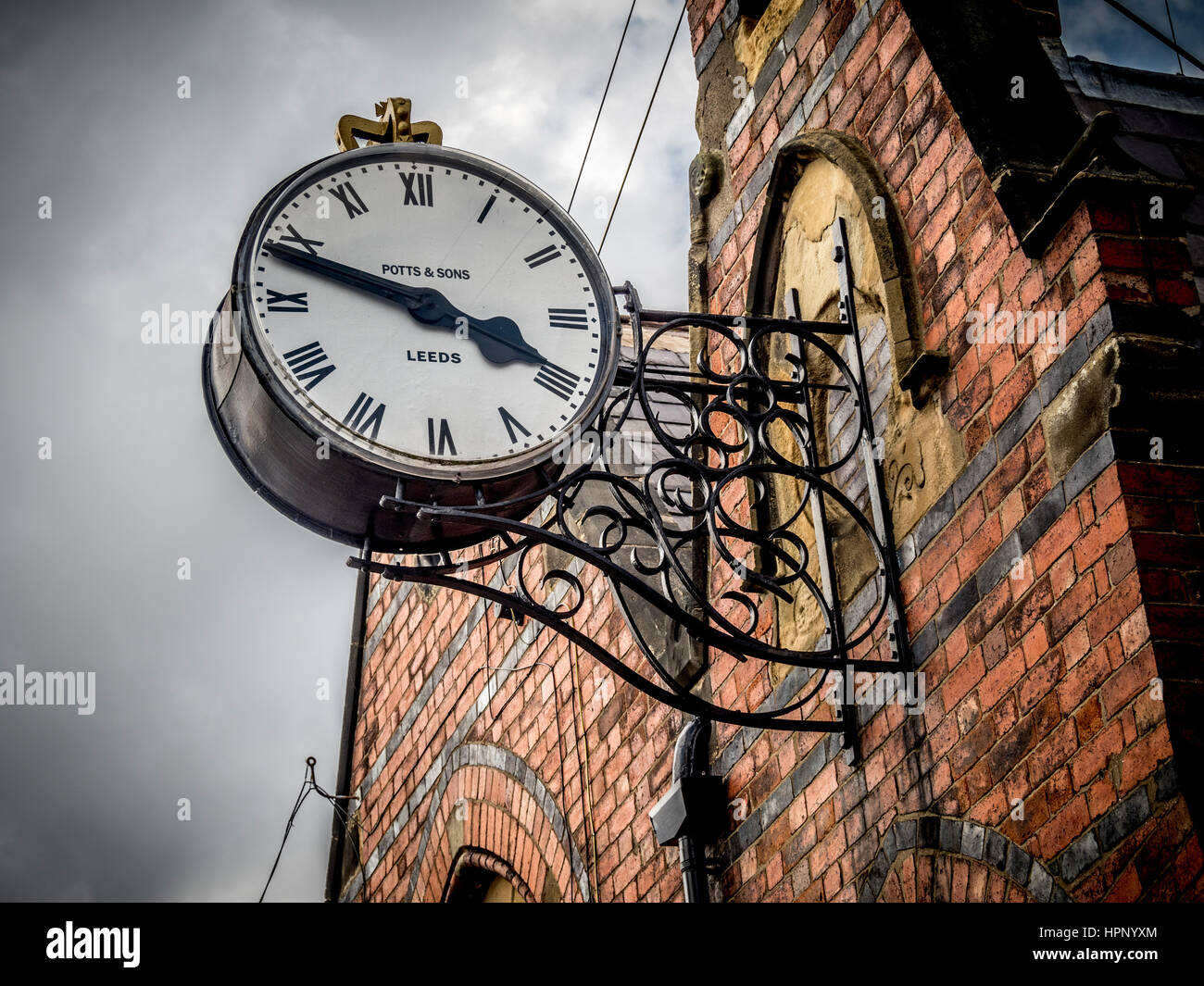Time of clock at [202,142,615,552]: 3:48
